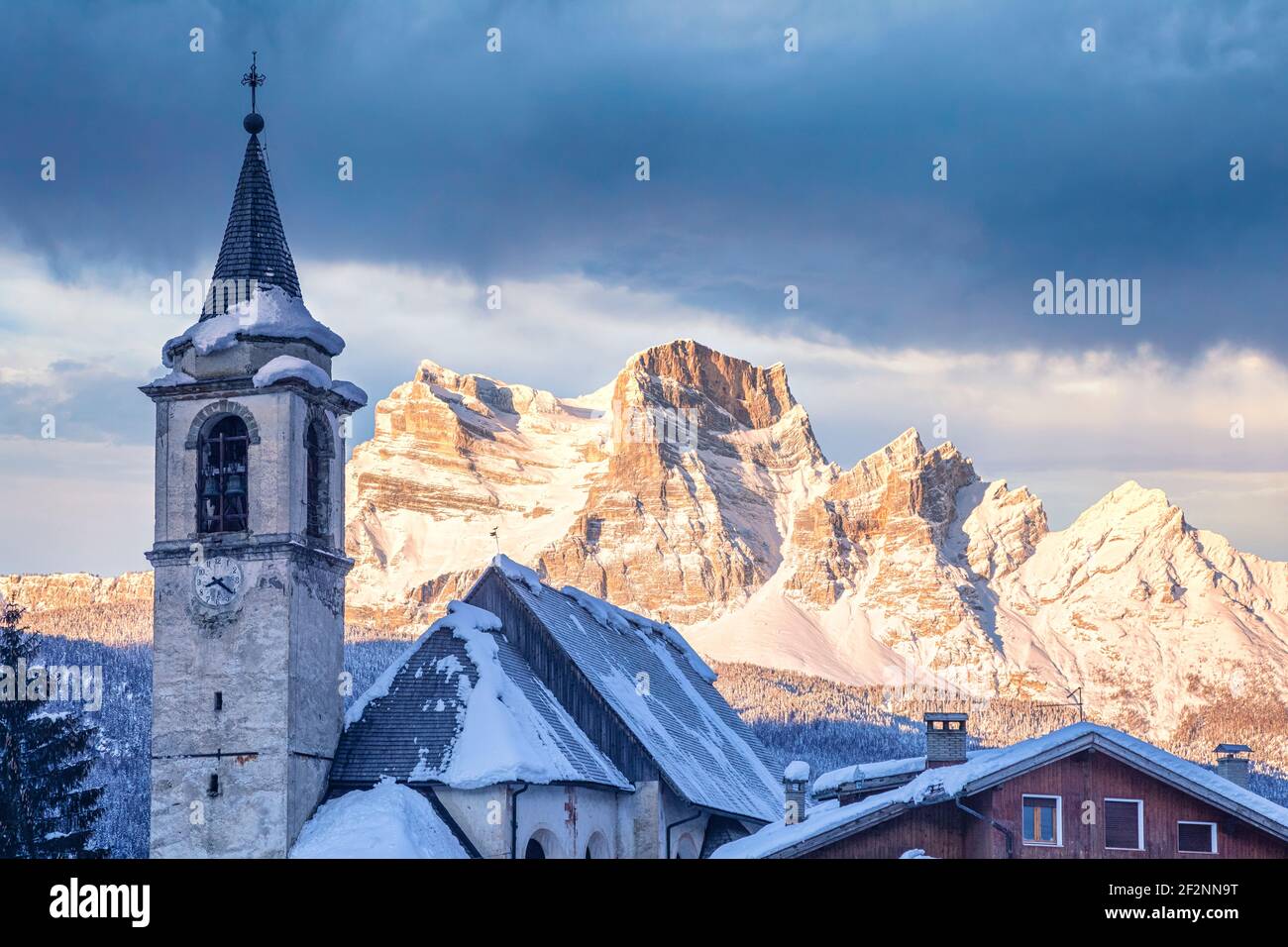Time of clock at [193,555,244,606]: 8:21
